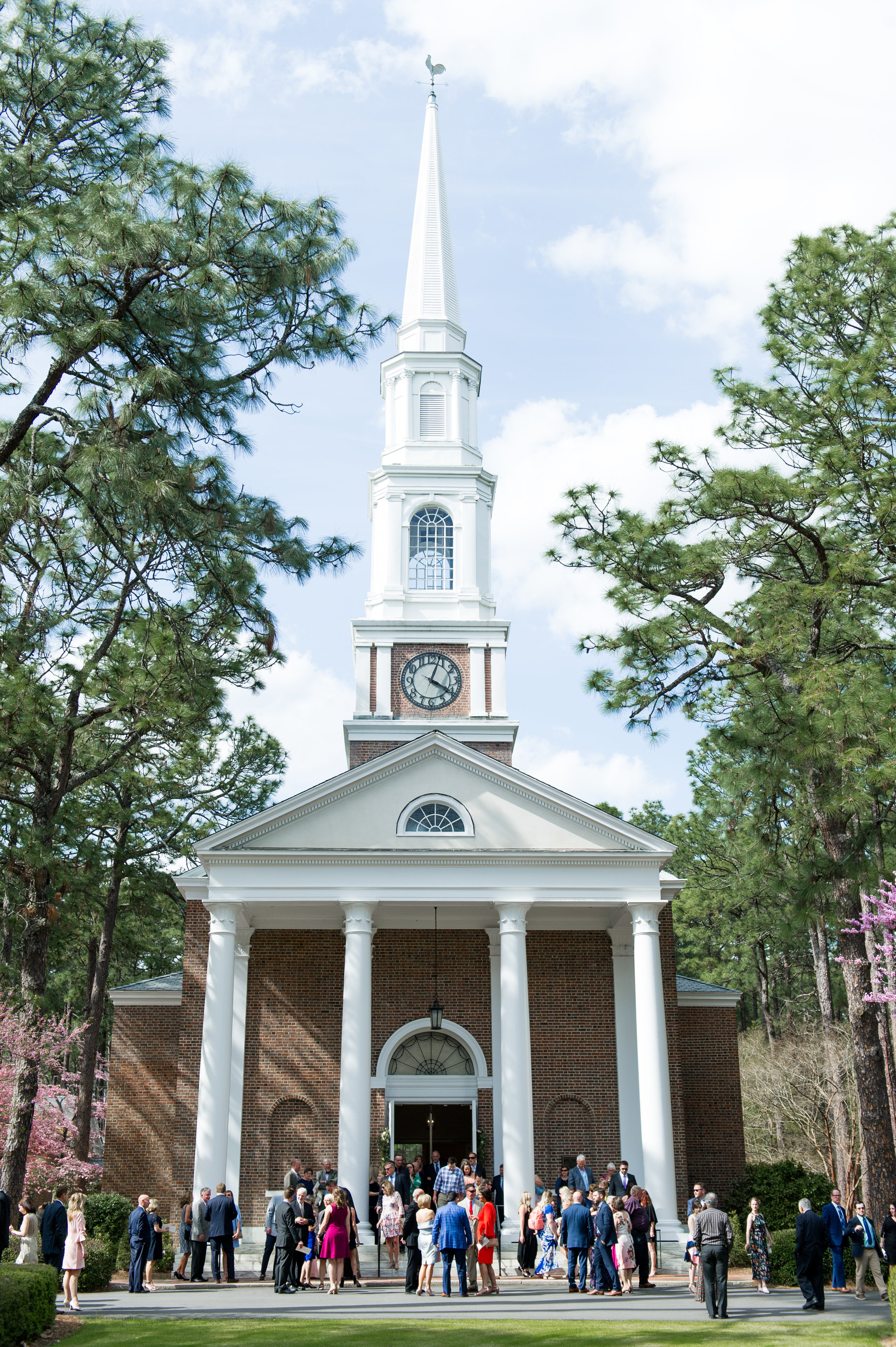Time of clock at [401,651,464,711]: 4:03
